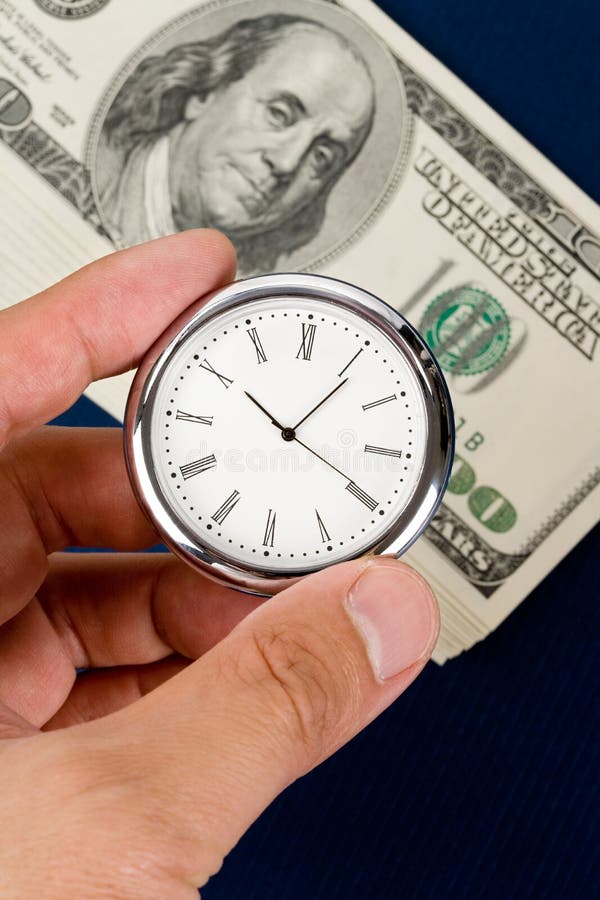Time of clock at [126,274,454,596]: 10:06
